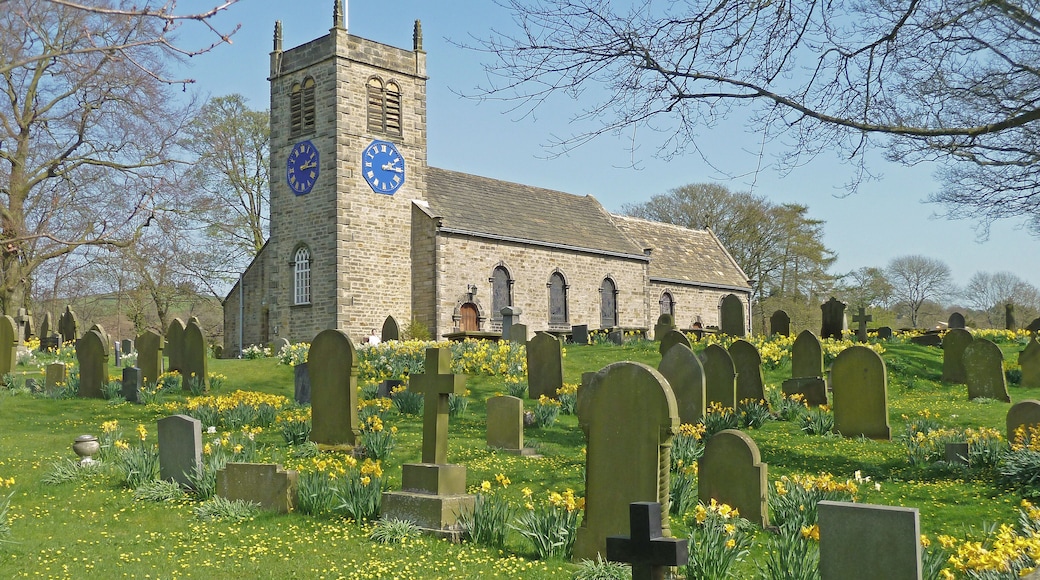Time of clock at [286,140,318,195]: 2:15
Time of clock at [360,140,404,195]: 2:15
